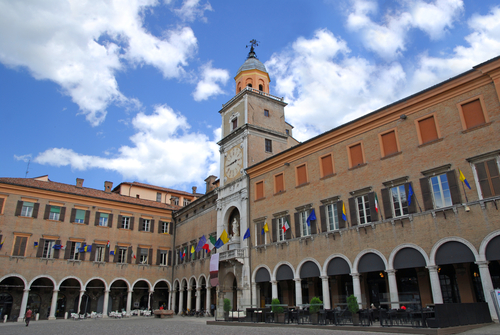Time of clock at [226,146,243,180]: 2:44
